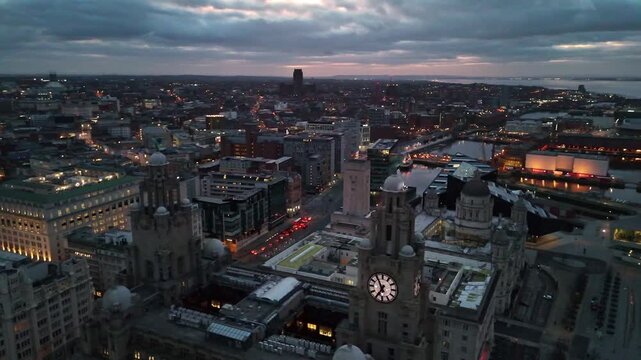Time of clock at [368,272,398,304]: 6:54
